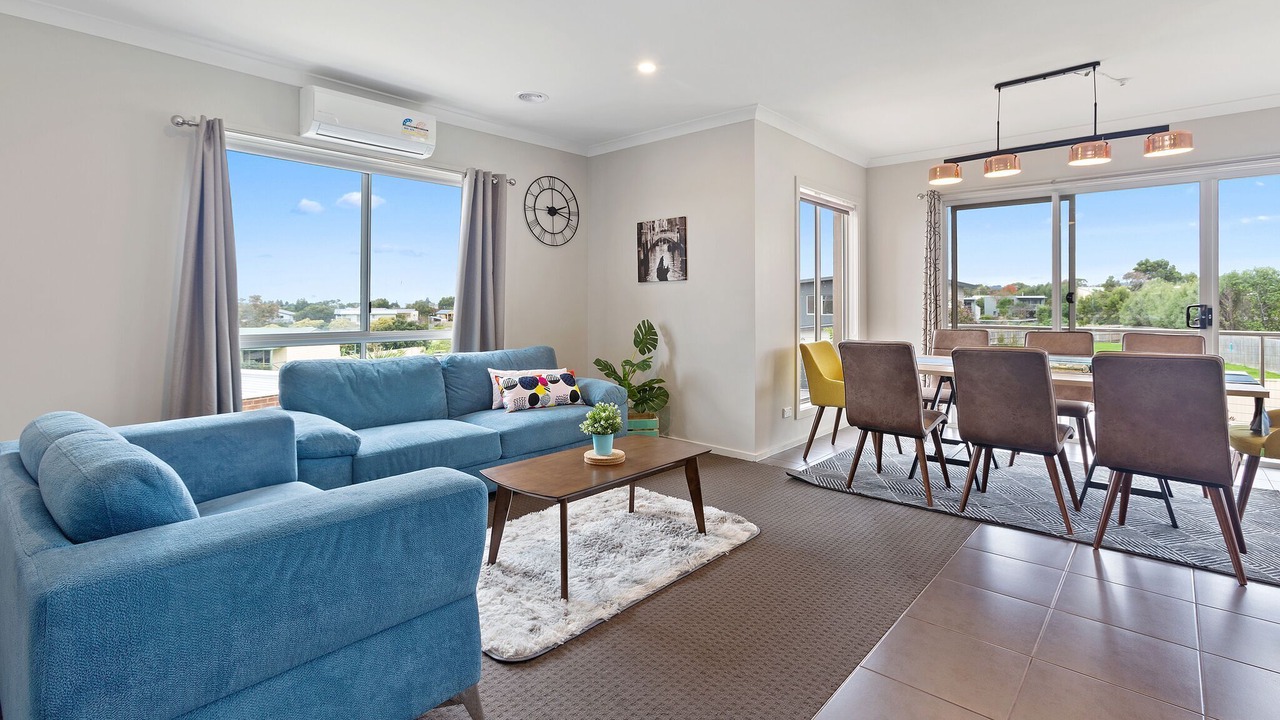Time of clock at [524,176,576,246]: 2:18
